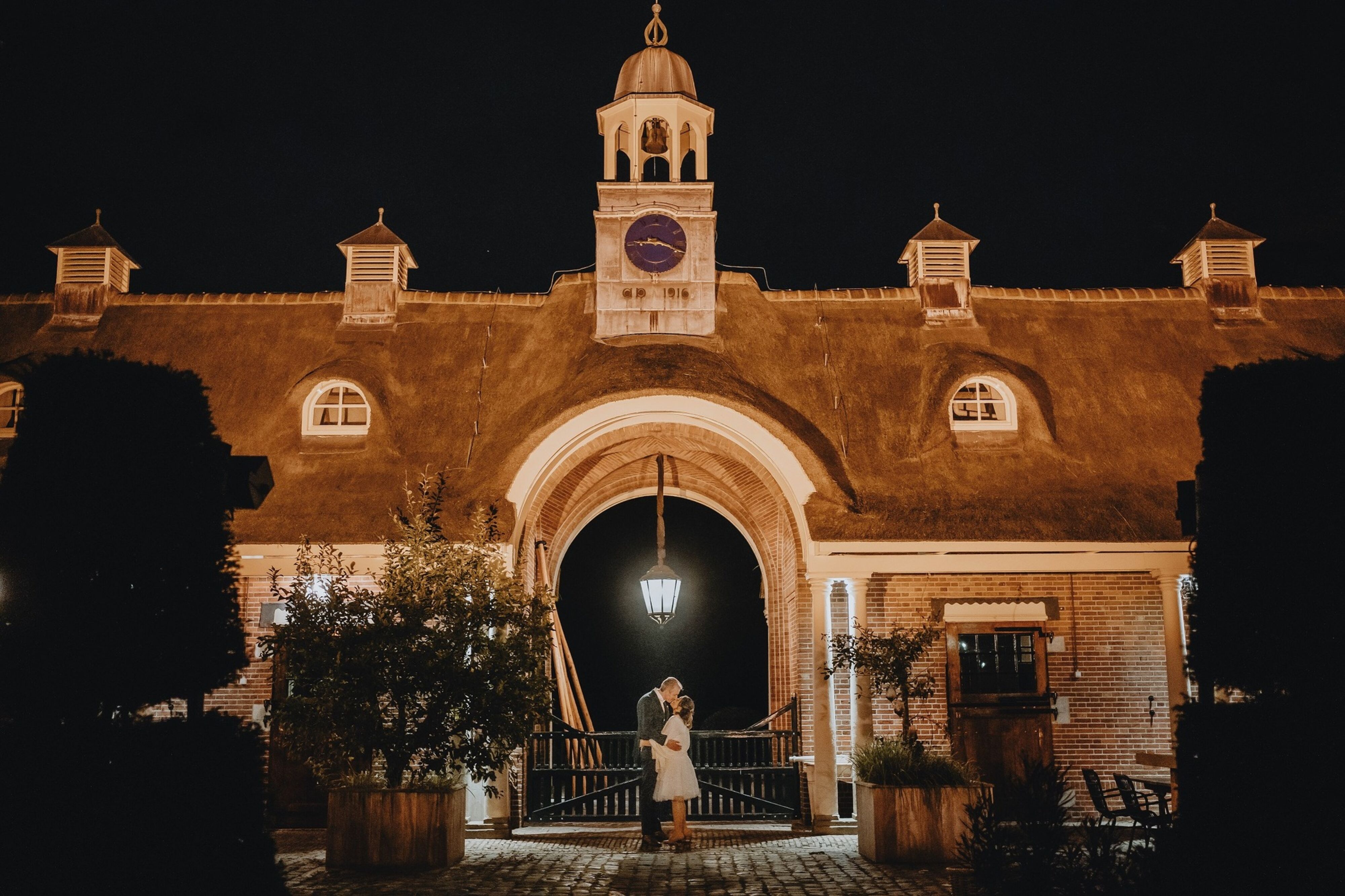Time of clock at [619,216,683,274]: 9:18
